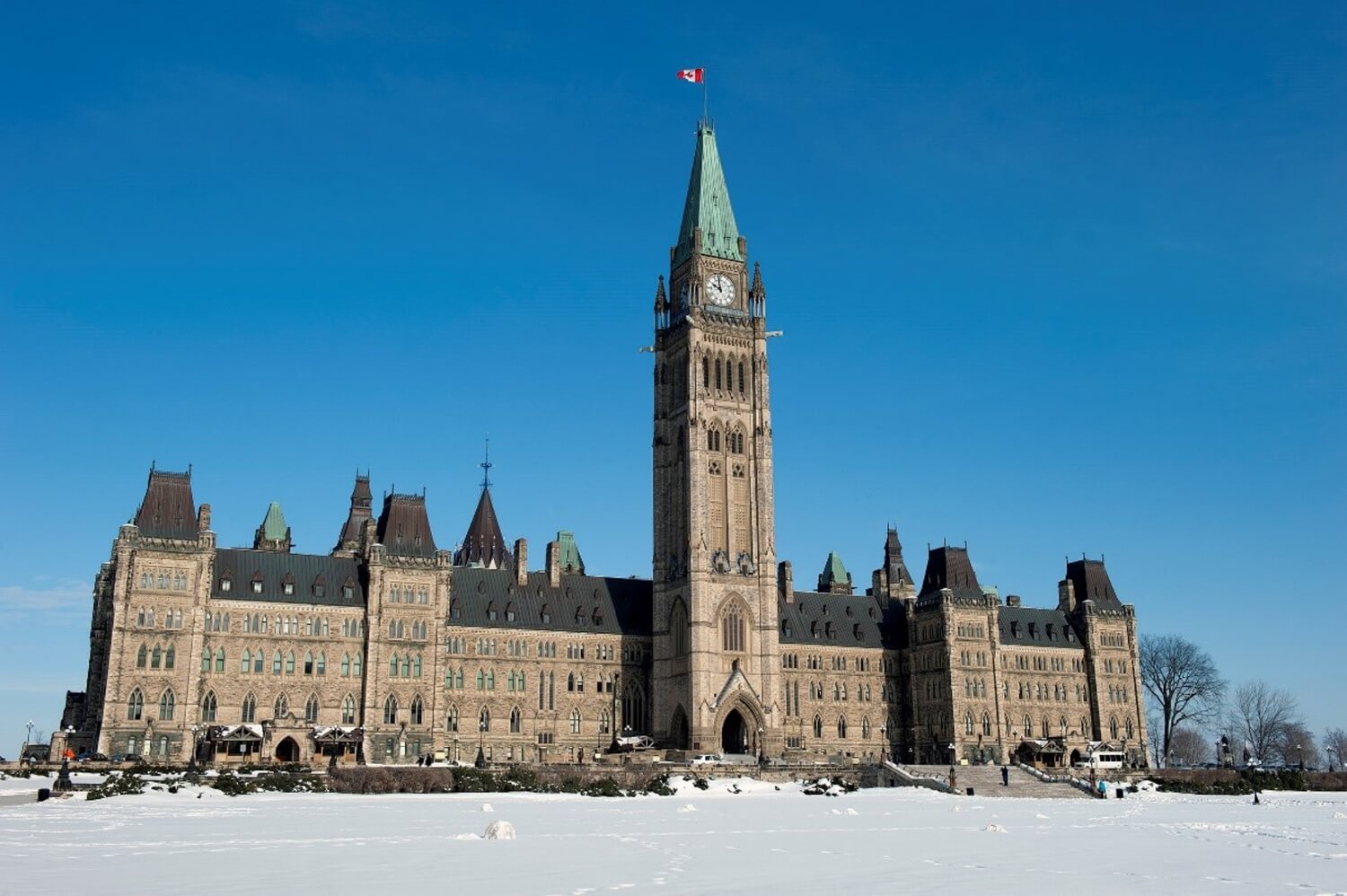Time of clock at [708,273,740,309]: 9:57
